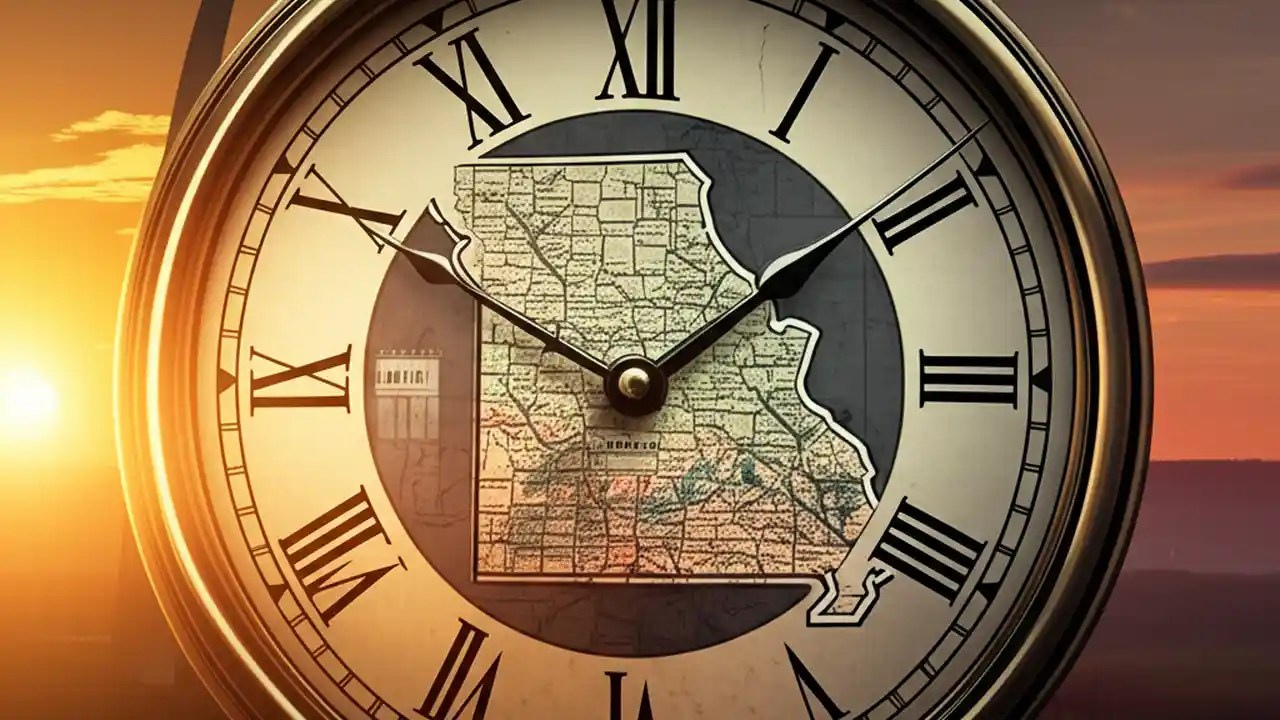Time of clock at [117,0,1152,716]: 1:50
